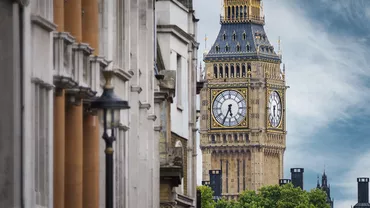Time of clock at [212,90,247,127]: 5:34
